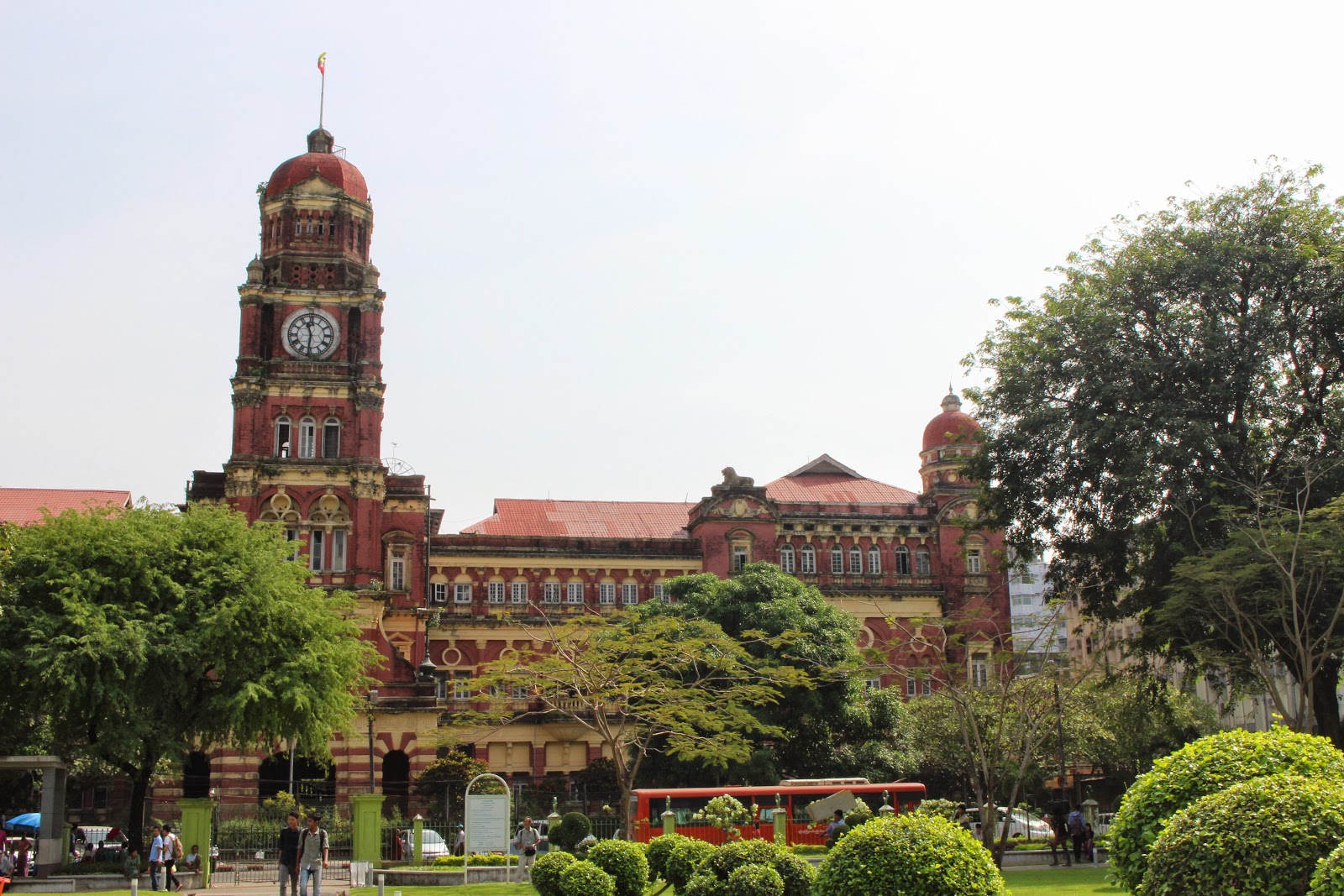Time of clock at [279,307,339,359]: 11:31
